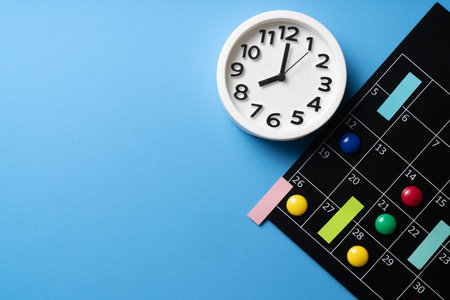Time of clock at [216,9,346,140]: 8:00
